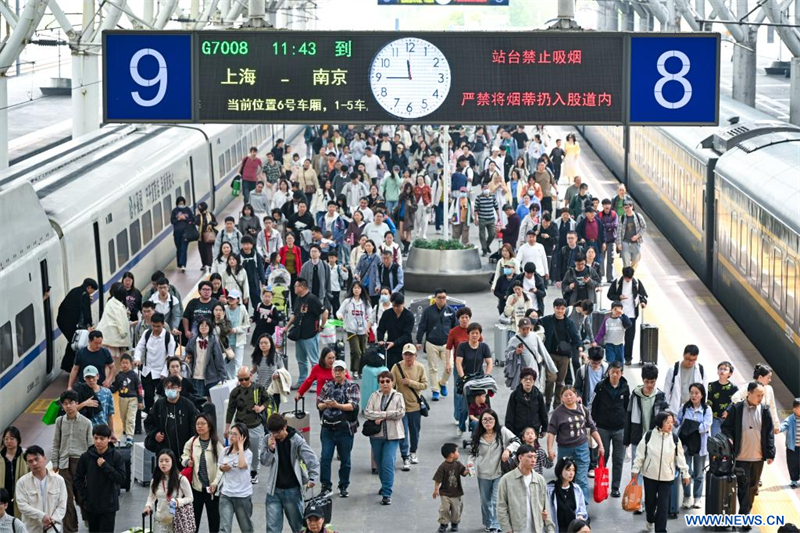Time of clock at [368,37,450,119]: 11:44
